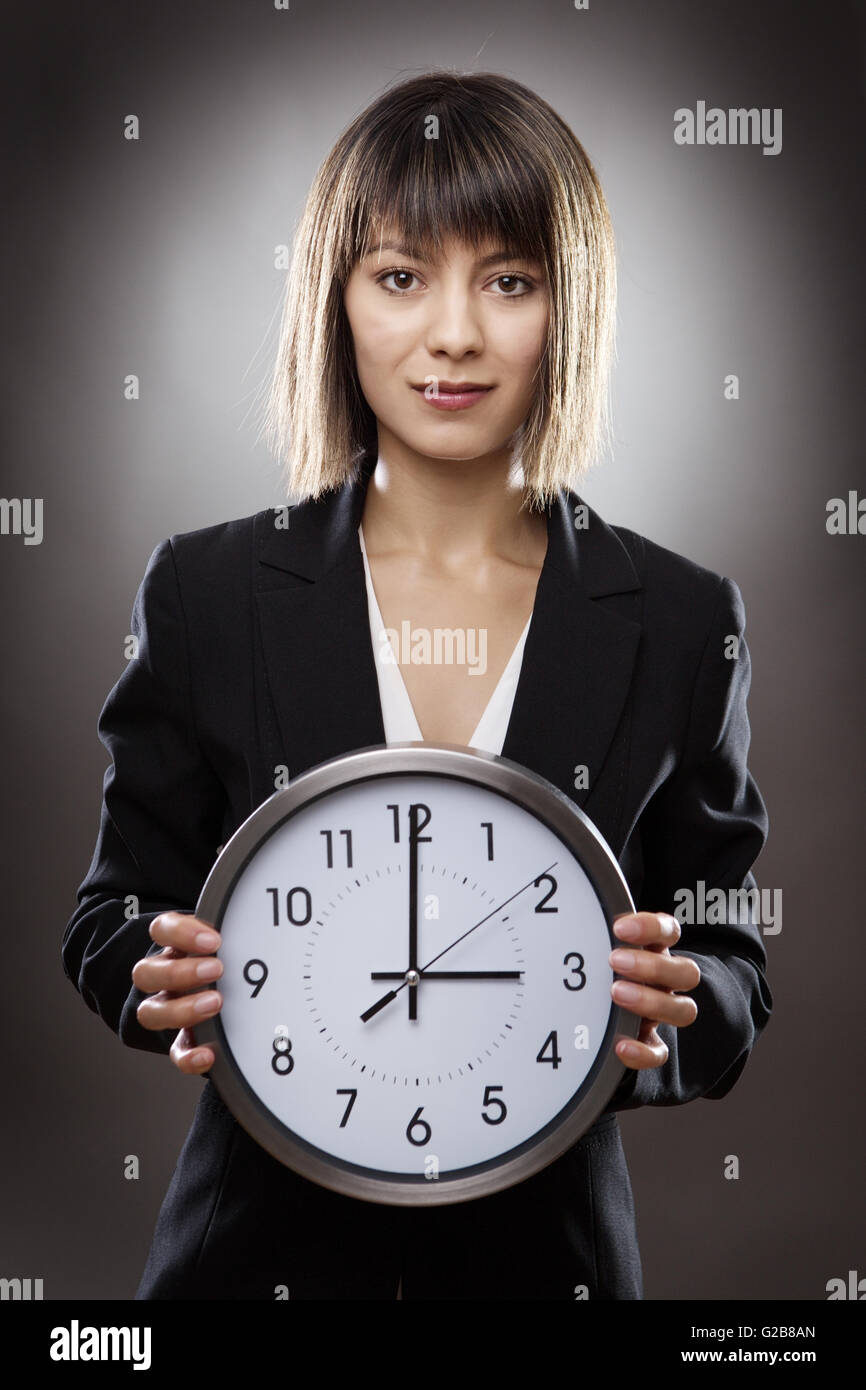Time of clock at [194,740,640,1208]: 3:00
